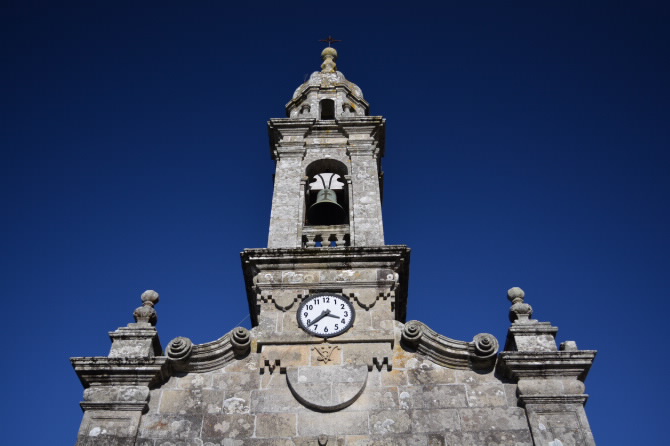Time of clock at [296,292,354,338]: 3:38
